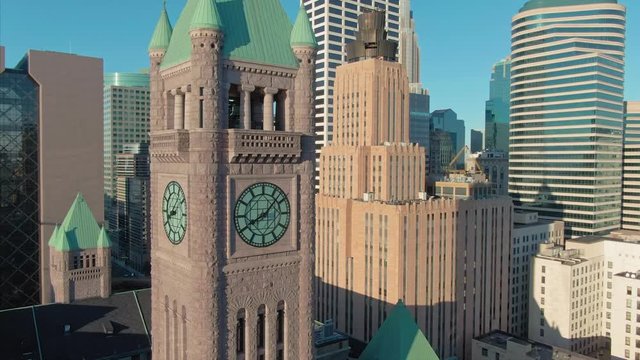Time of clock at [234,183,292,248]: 8:07
